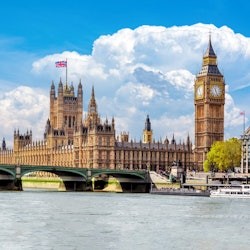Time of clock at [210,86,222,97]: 11:26
